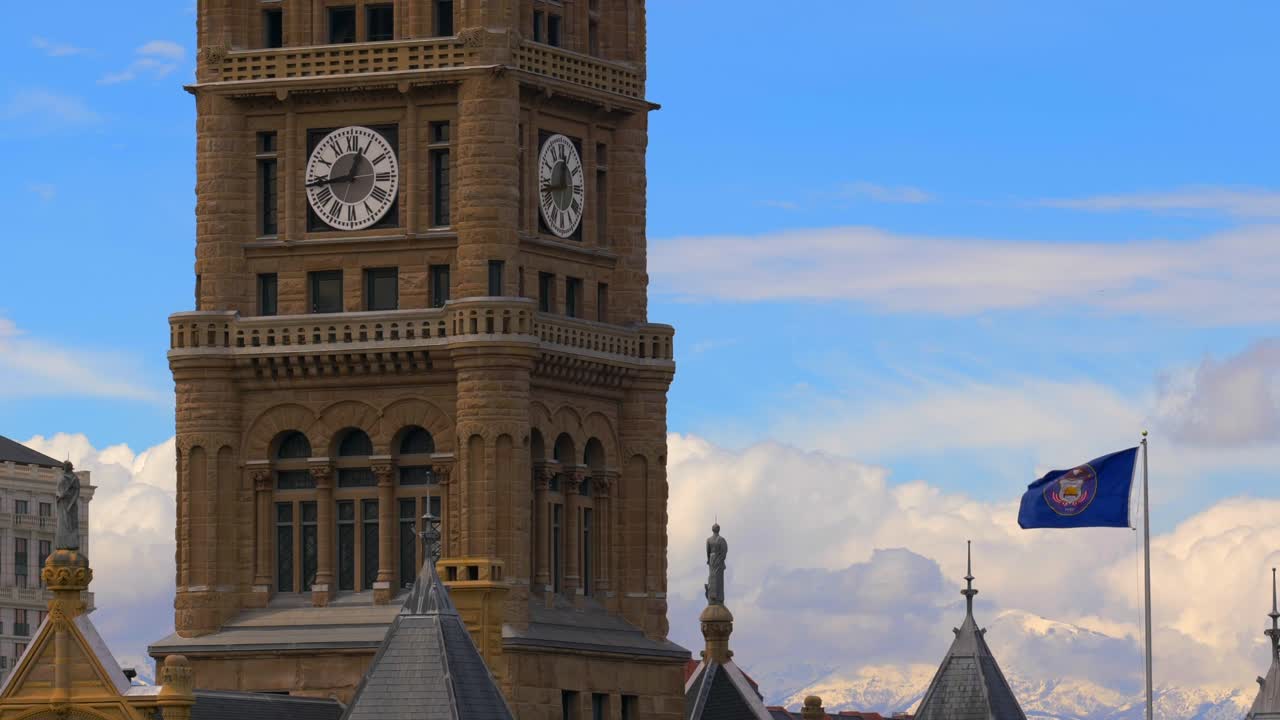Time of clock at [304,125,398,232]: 12:43
